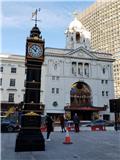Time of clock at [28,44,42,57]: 12:51
